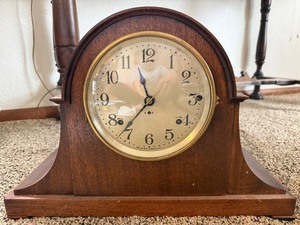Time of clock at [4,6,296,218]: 11:36
